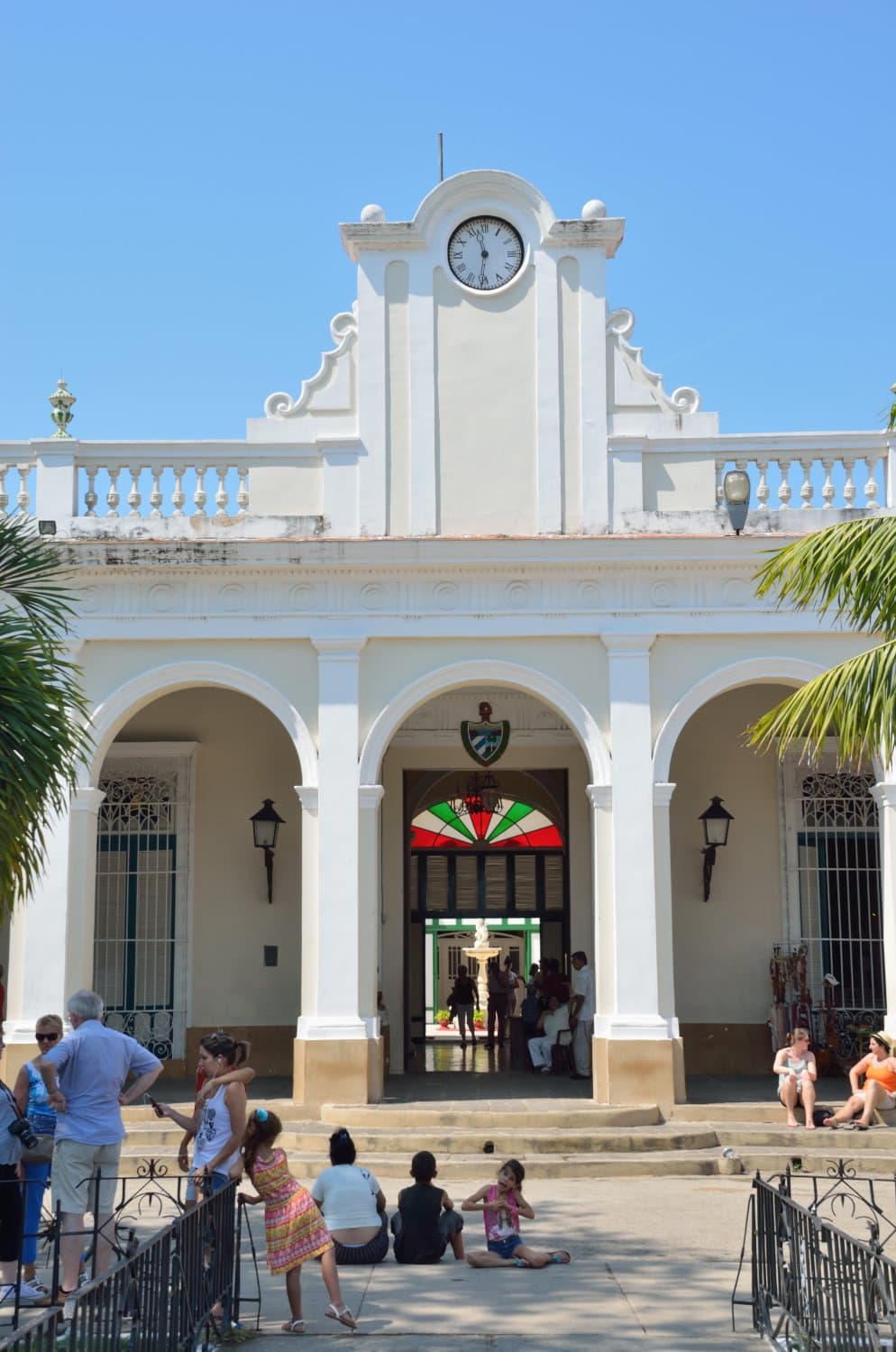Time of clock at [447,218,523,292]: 11:31
